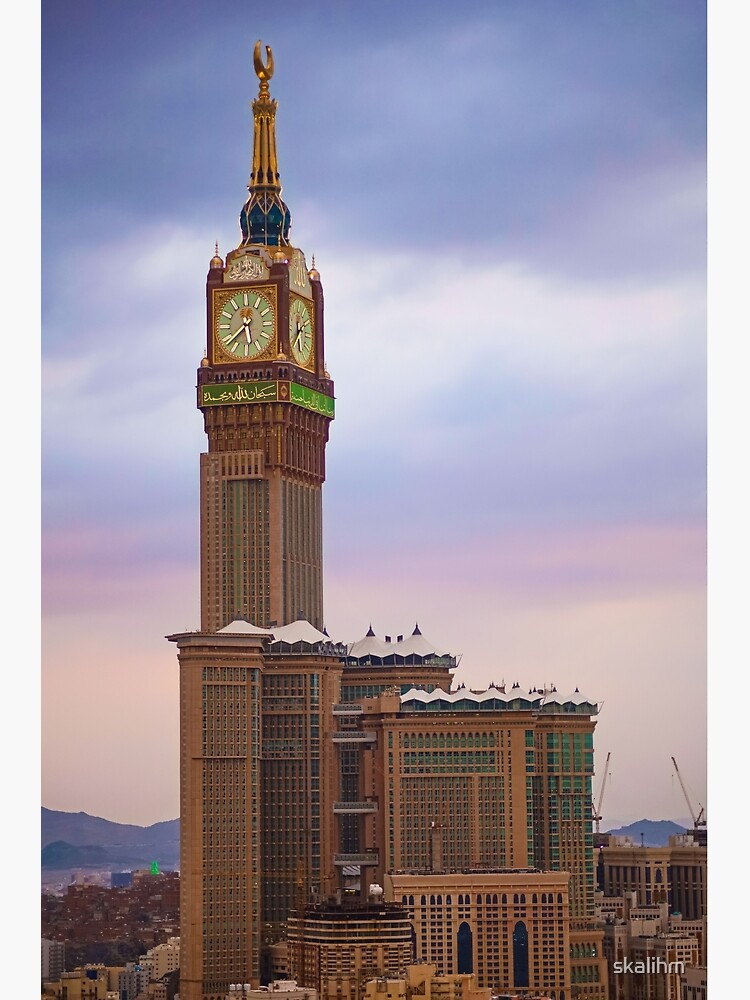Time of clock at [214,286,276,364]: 5:38
